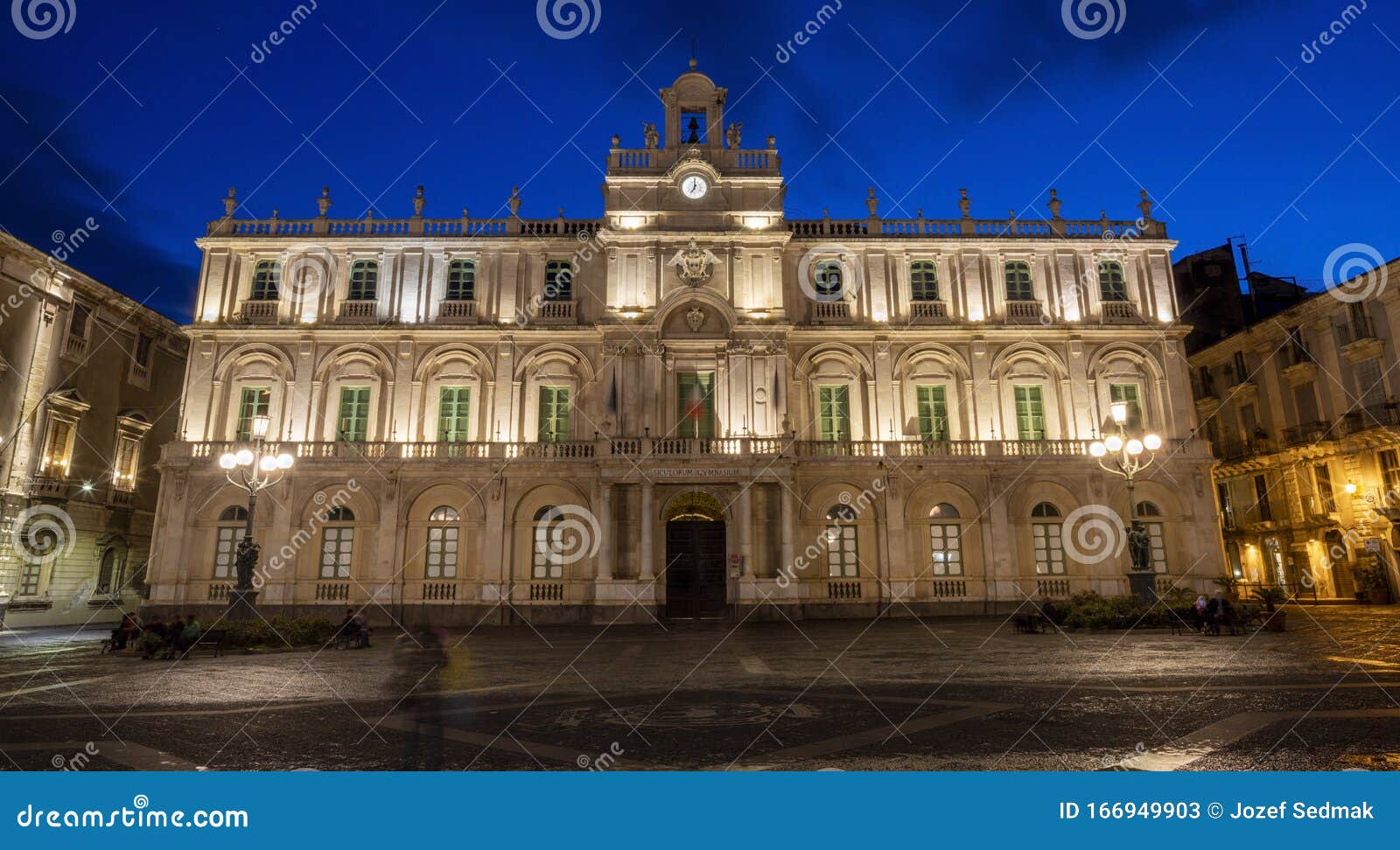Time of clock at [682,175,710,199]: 7:00
